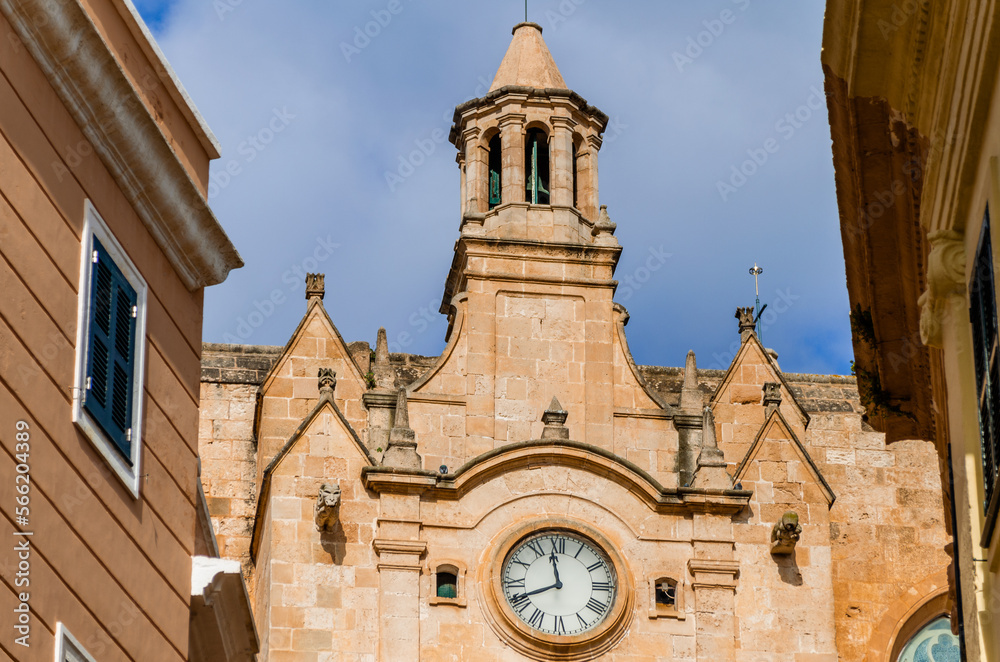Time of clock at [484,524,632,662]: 11:40
